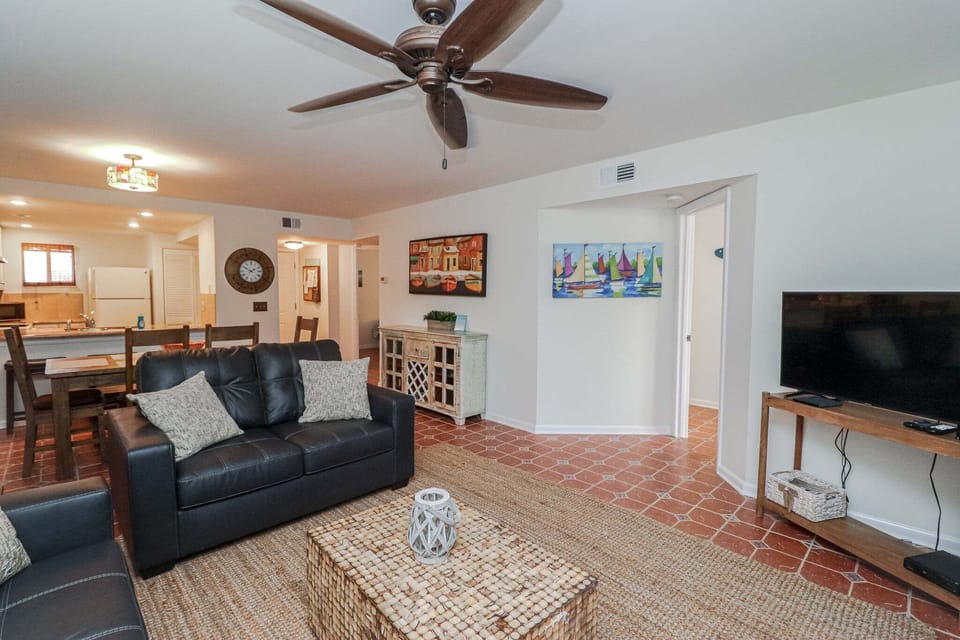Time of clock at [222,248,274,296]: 1:50
